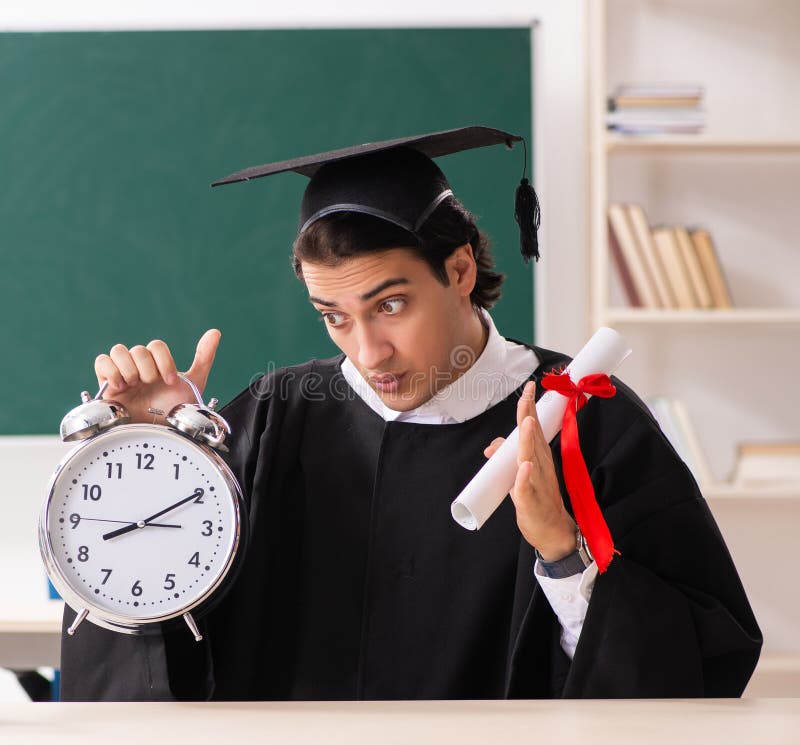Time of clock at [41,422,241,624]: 8:09
